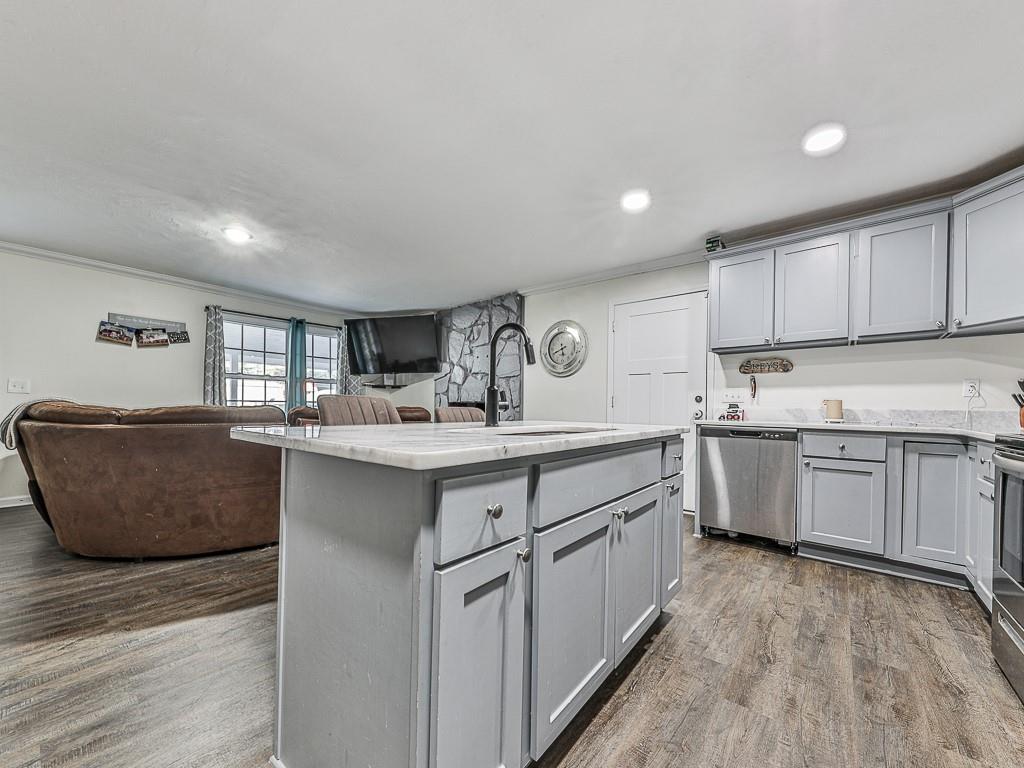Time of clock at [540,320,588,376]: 5:41
